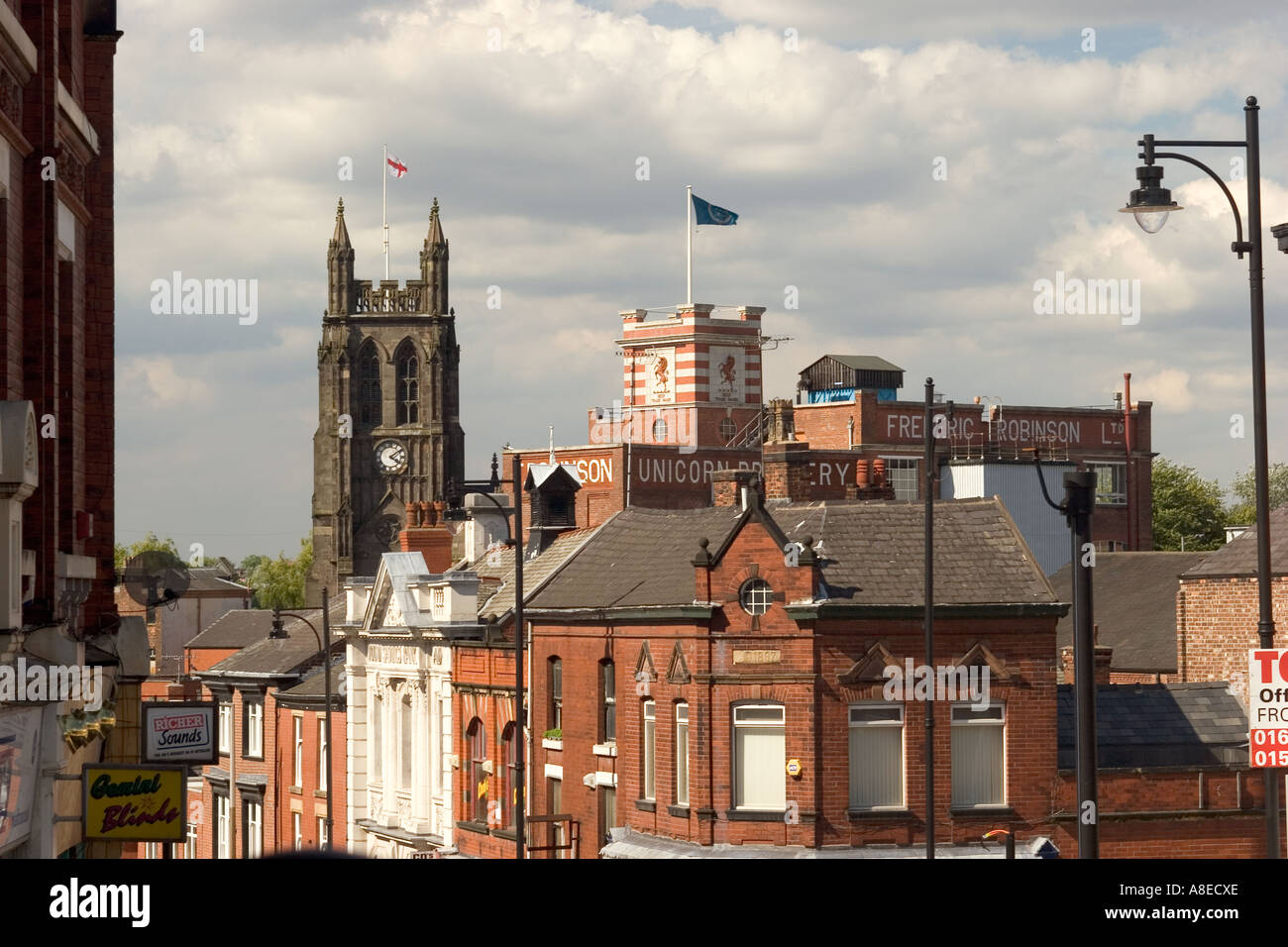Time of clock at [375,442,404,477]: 4:09
